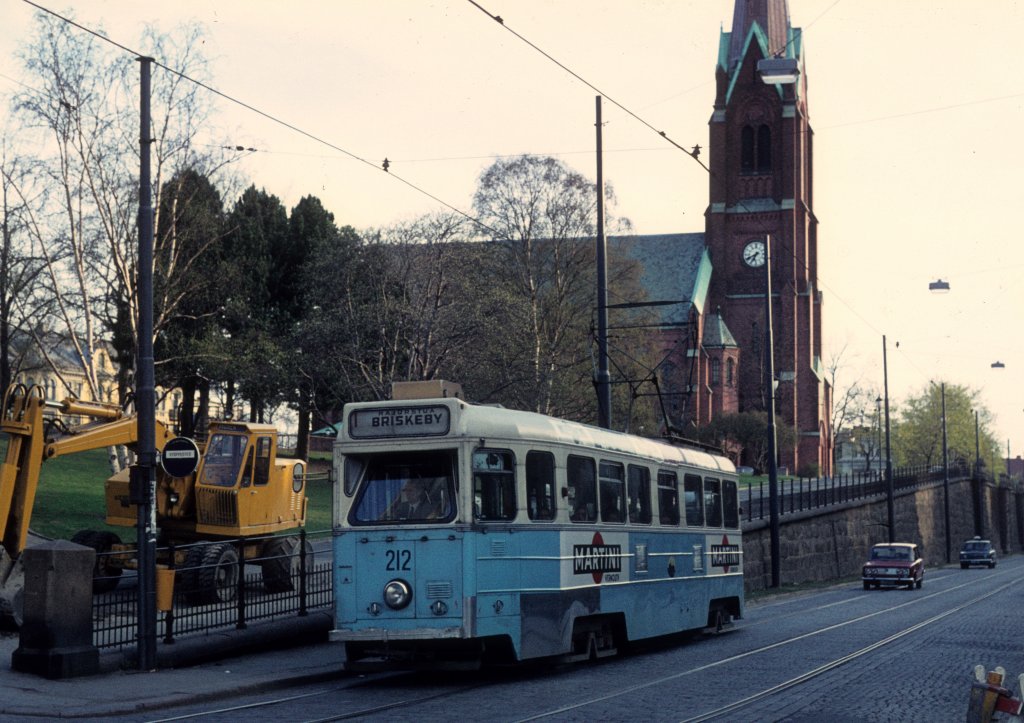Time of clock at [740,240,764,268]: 6:40
